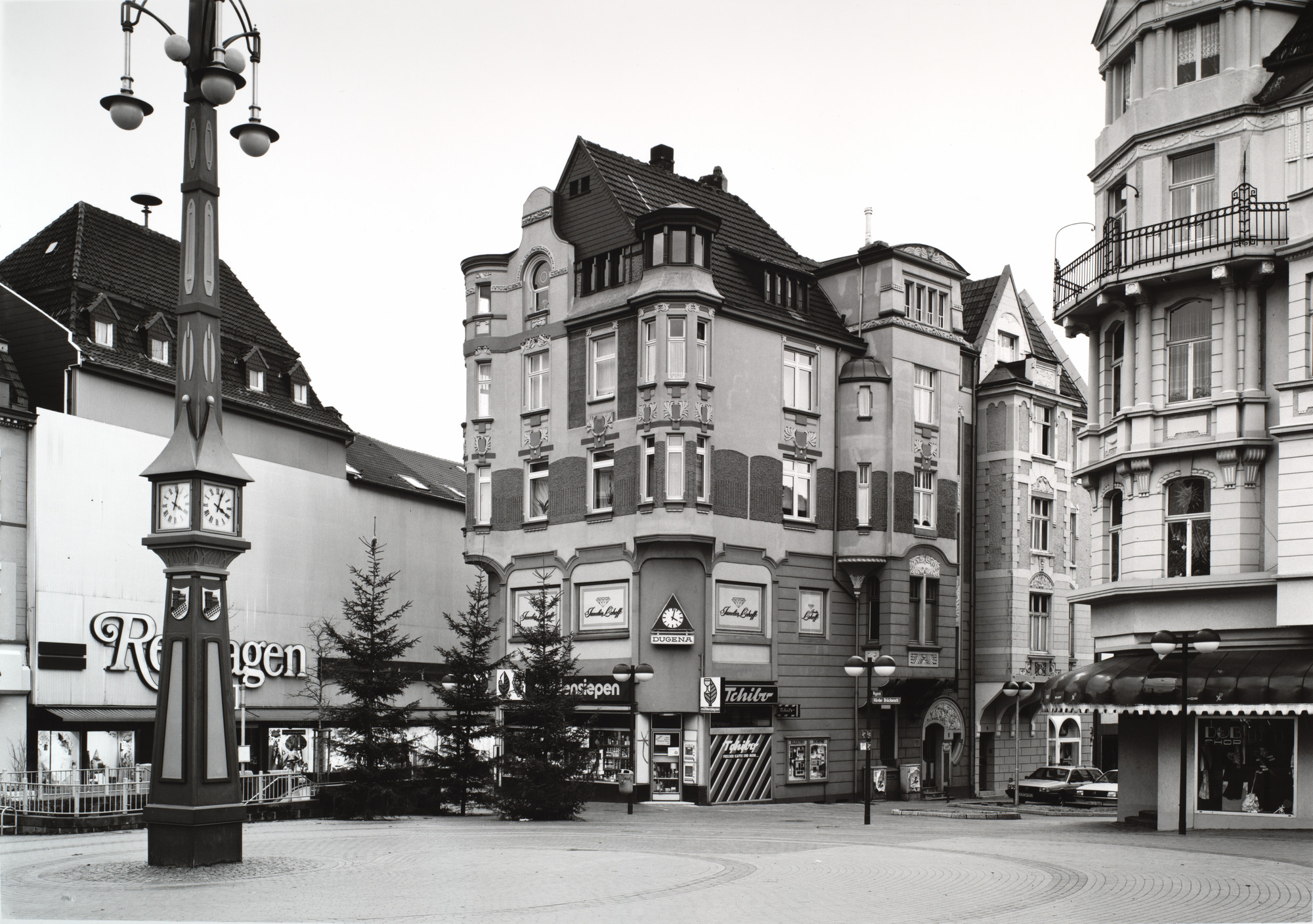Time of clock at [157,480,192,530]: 4:02
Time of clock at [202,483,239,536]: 4:03
